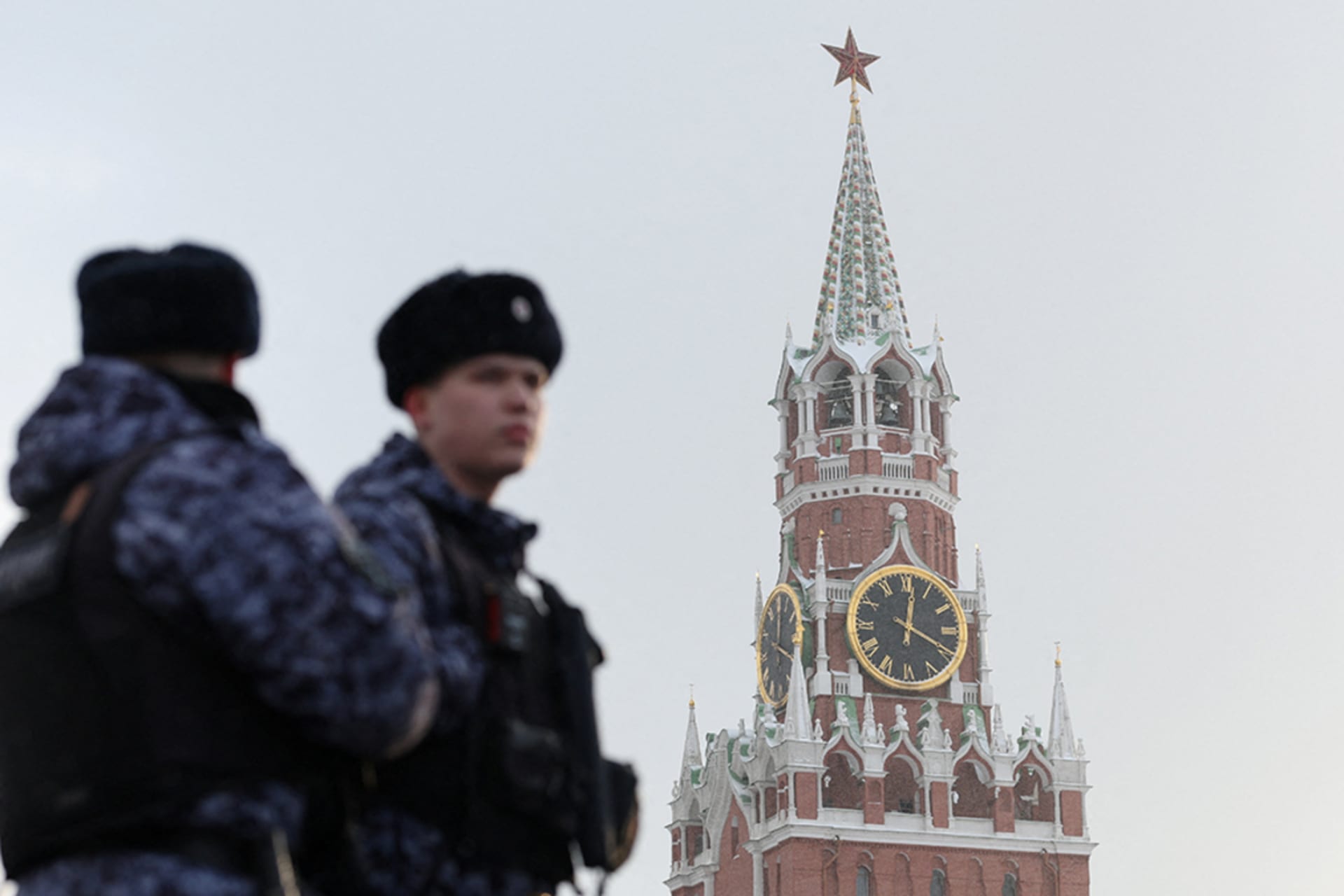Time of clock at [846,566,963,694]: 12:19
